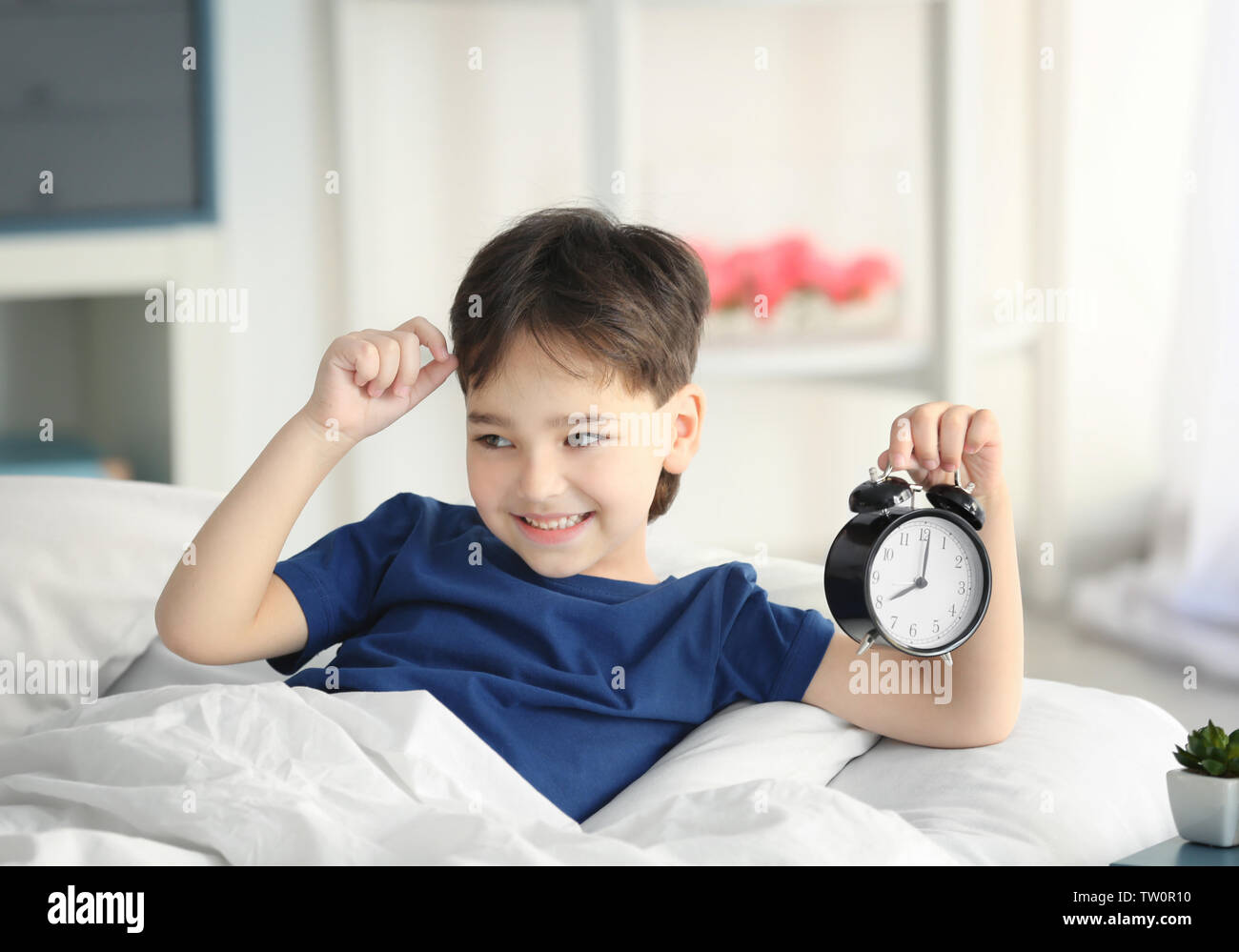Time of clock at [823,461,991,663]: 8:01
